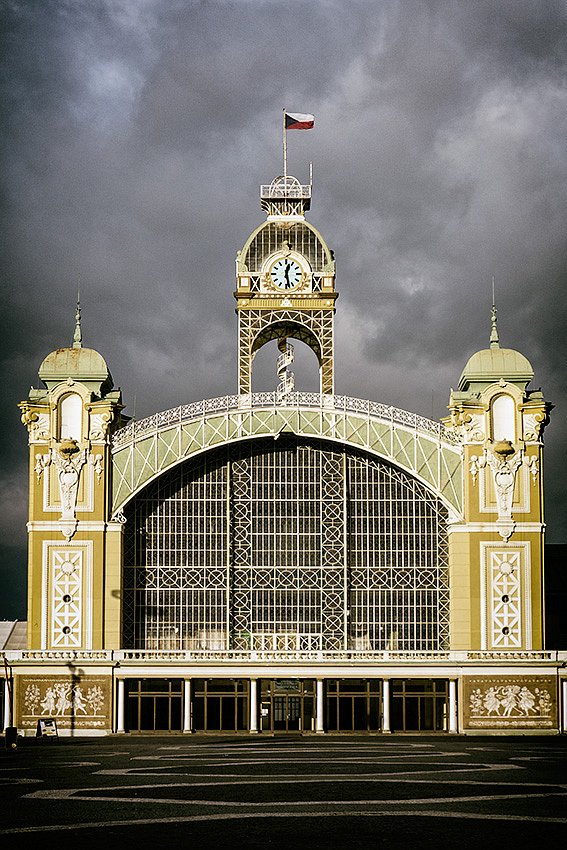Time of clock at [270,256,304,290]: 12:28
